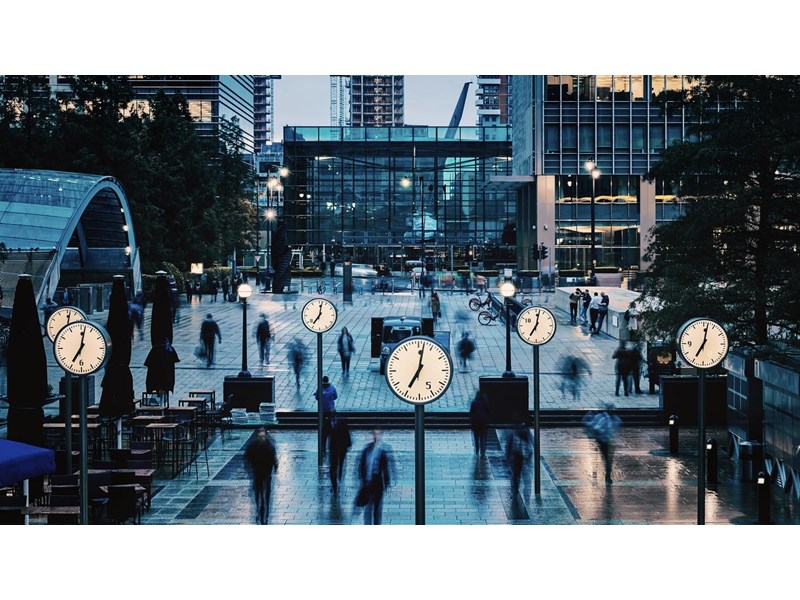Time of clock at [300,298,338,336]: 7:01
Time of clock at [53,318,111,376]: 7:01
